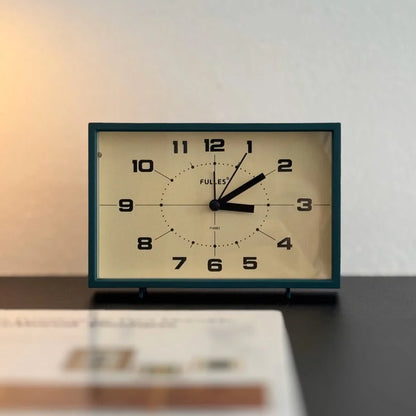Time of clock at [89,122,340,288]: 3:09
